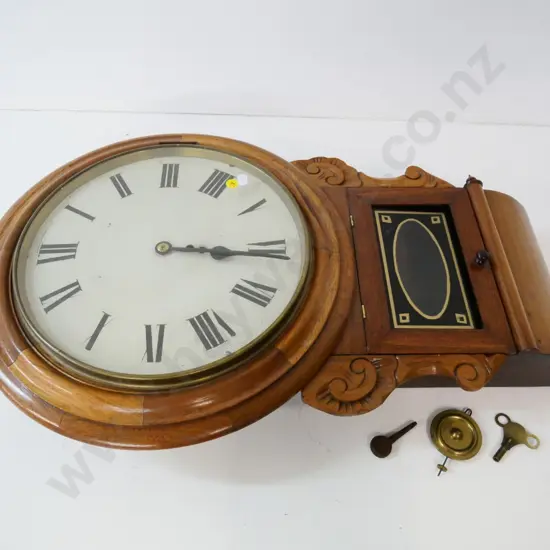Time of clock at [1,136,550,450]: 3:15
